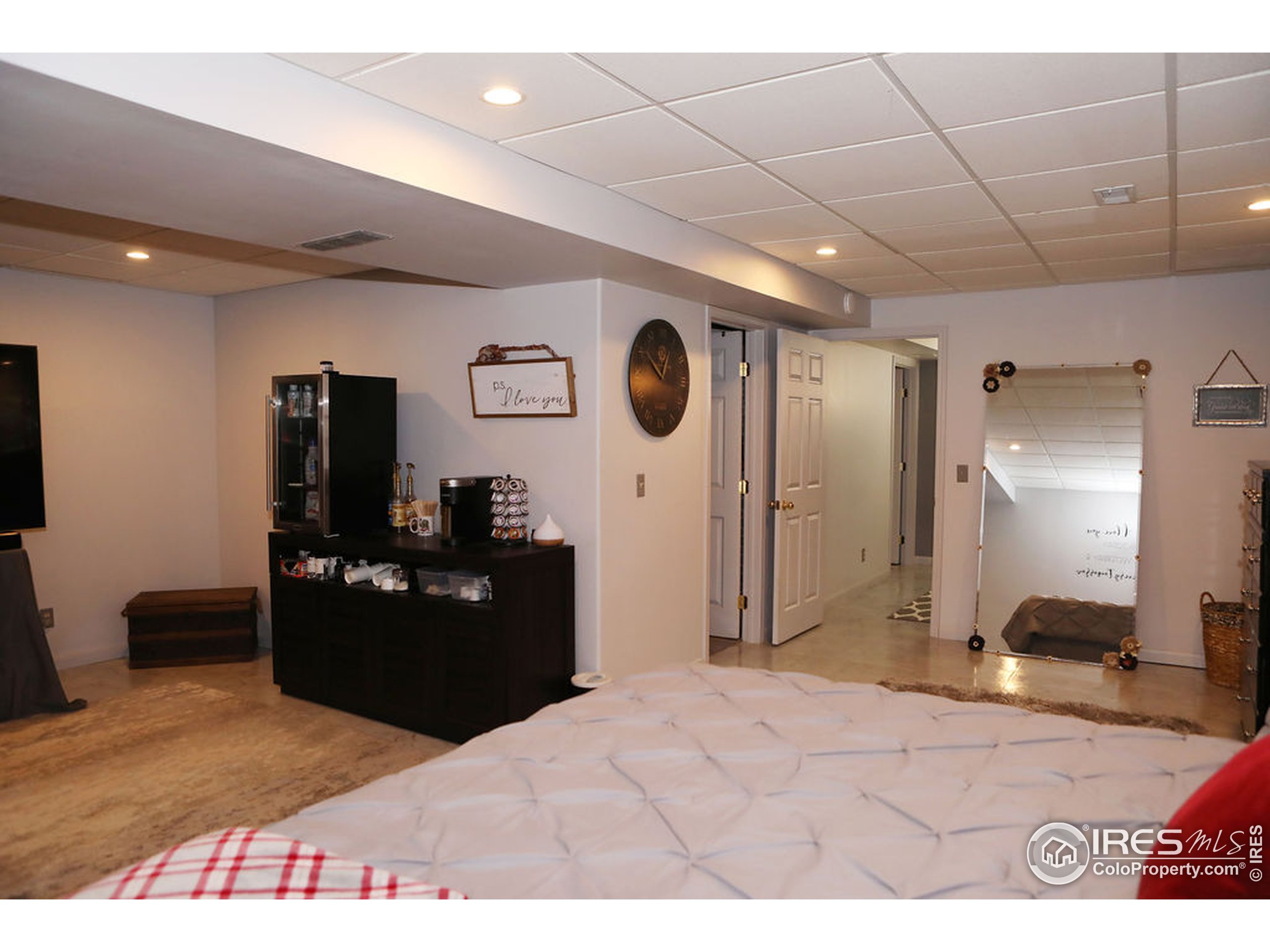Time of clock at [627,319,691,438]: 12:51
